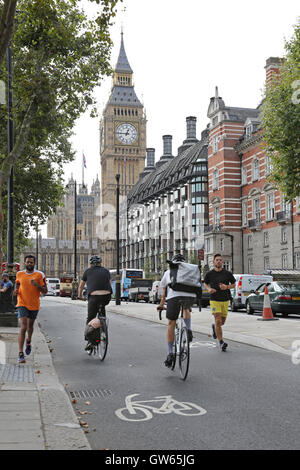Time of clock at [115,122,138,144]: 12:45
